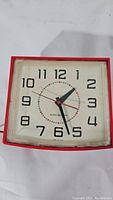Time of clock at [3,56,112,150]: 1:27
